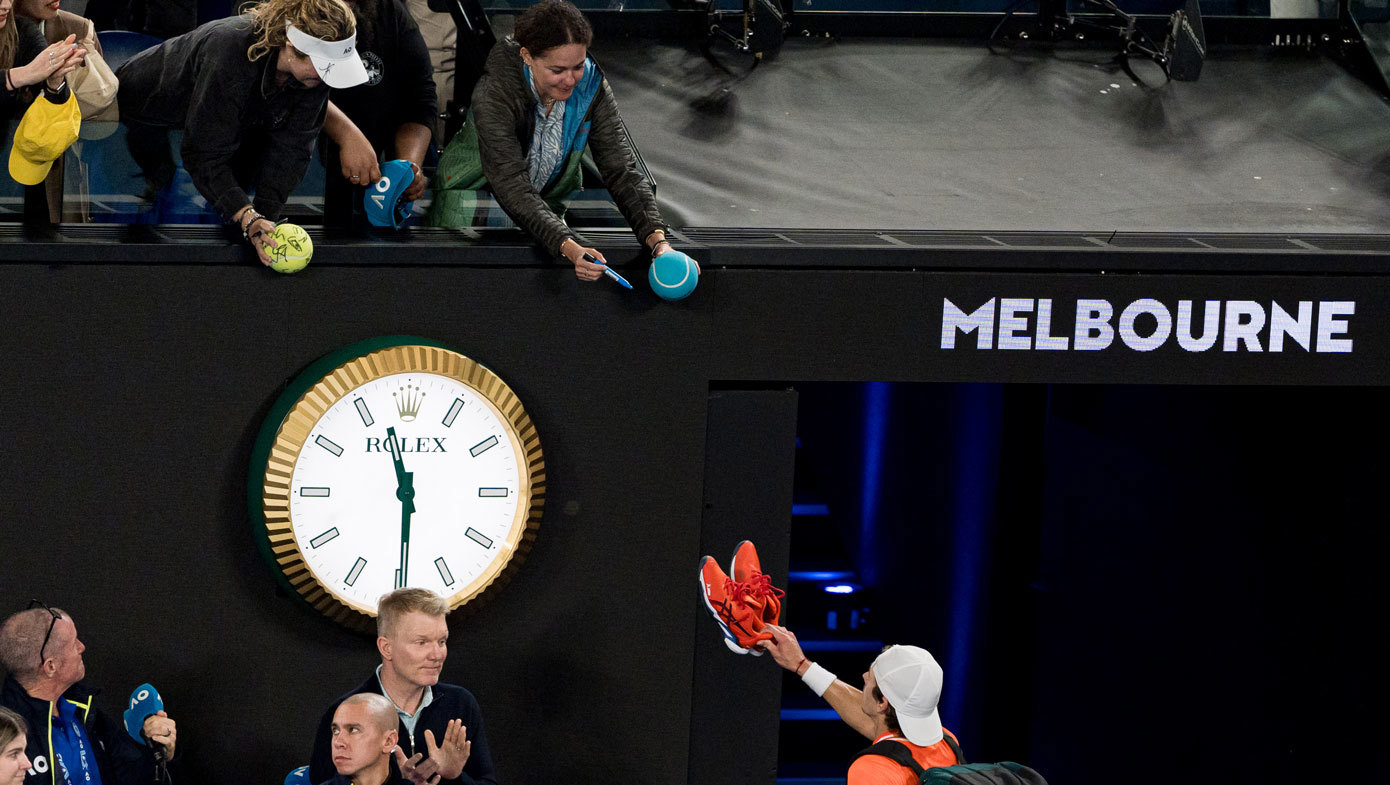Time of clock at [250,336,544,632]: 11:29
